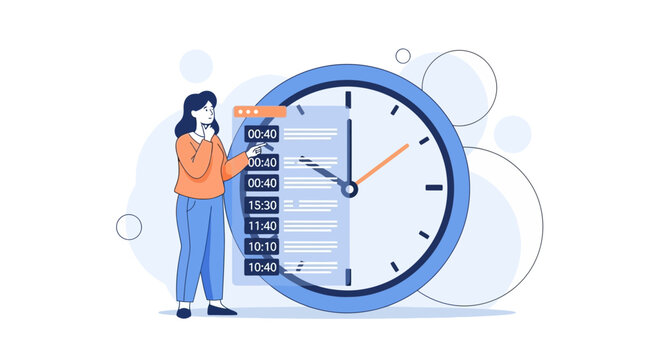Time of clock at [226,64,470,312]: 10:00
